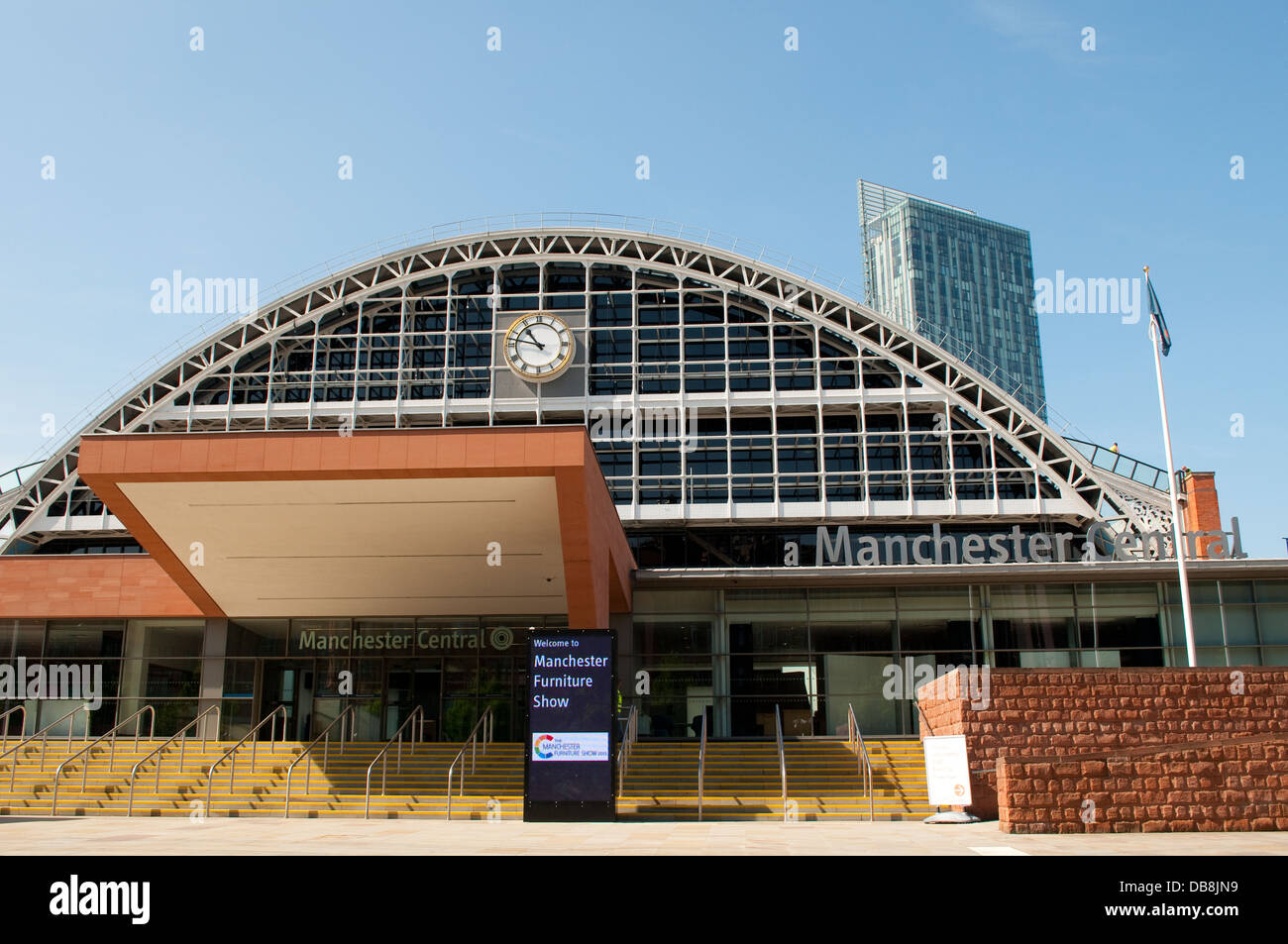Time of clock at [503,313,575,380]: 10:47
